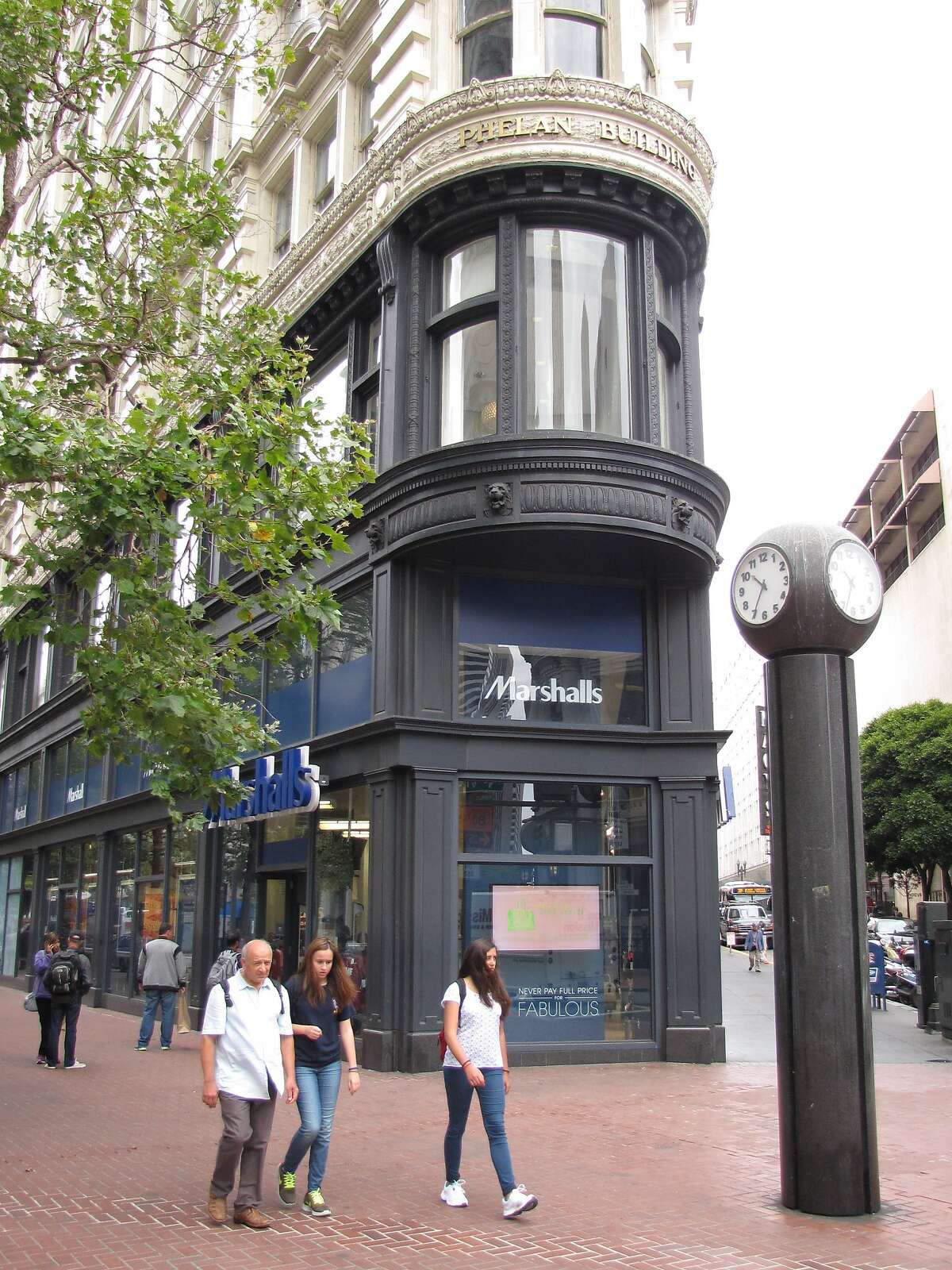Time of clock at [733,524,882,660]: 10:34
